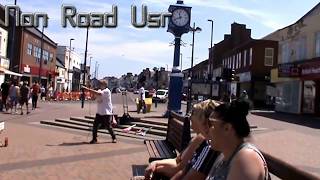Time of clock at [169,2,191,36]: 11:41
